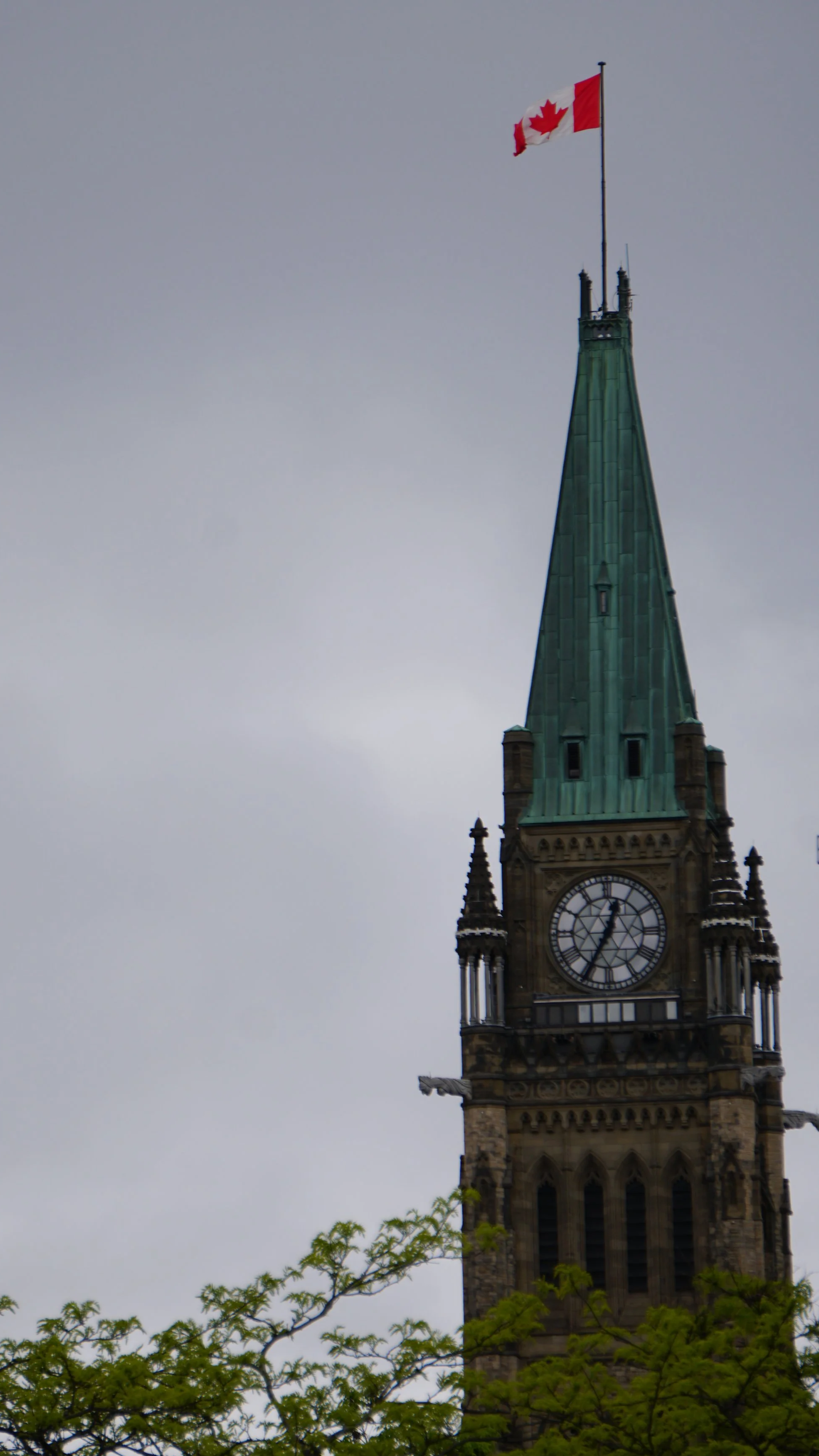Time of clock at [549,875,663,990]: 12:34
